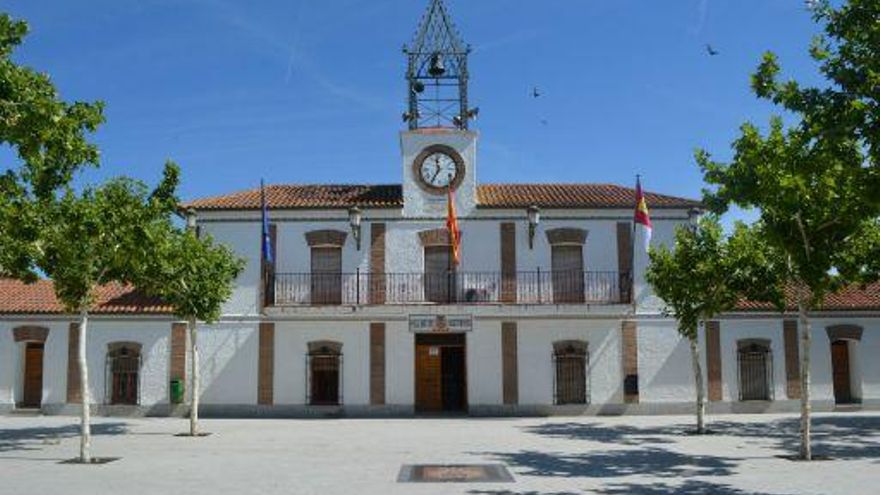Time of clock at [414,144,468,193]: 11:35
